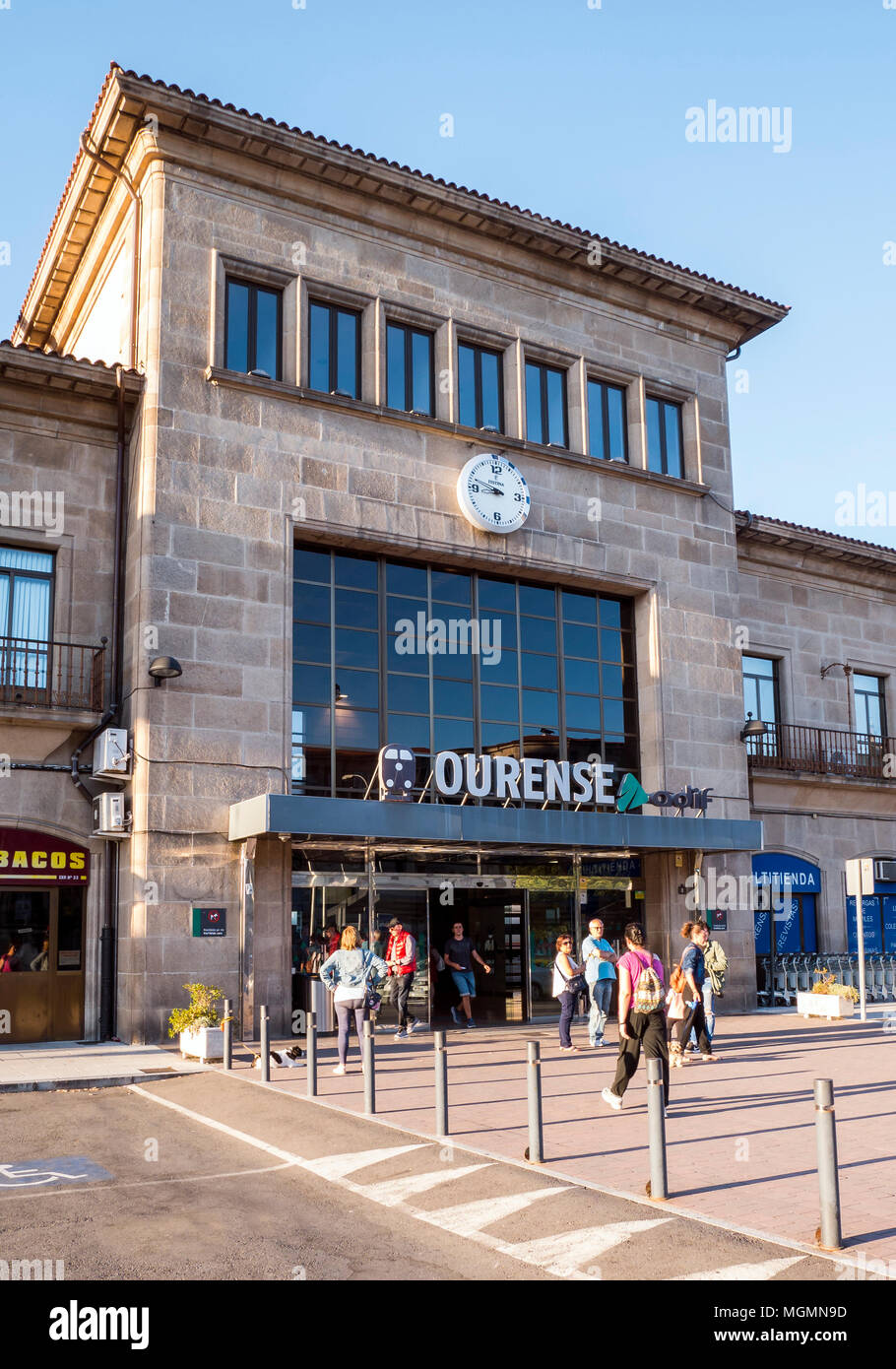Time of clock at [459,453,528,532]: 8:48
